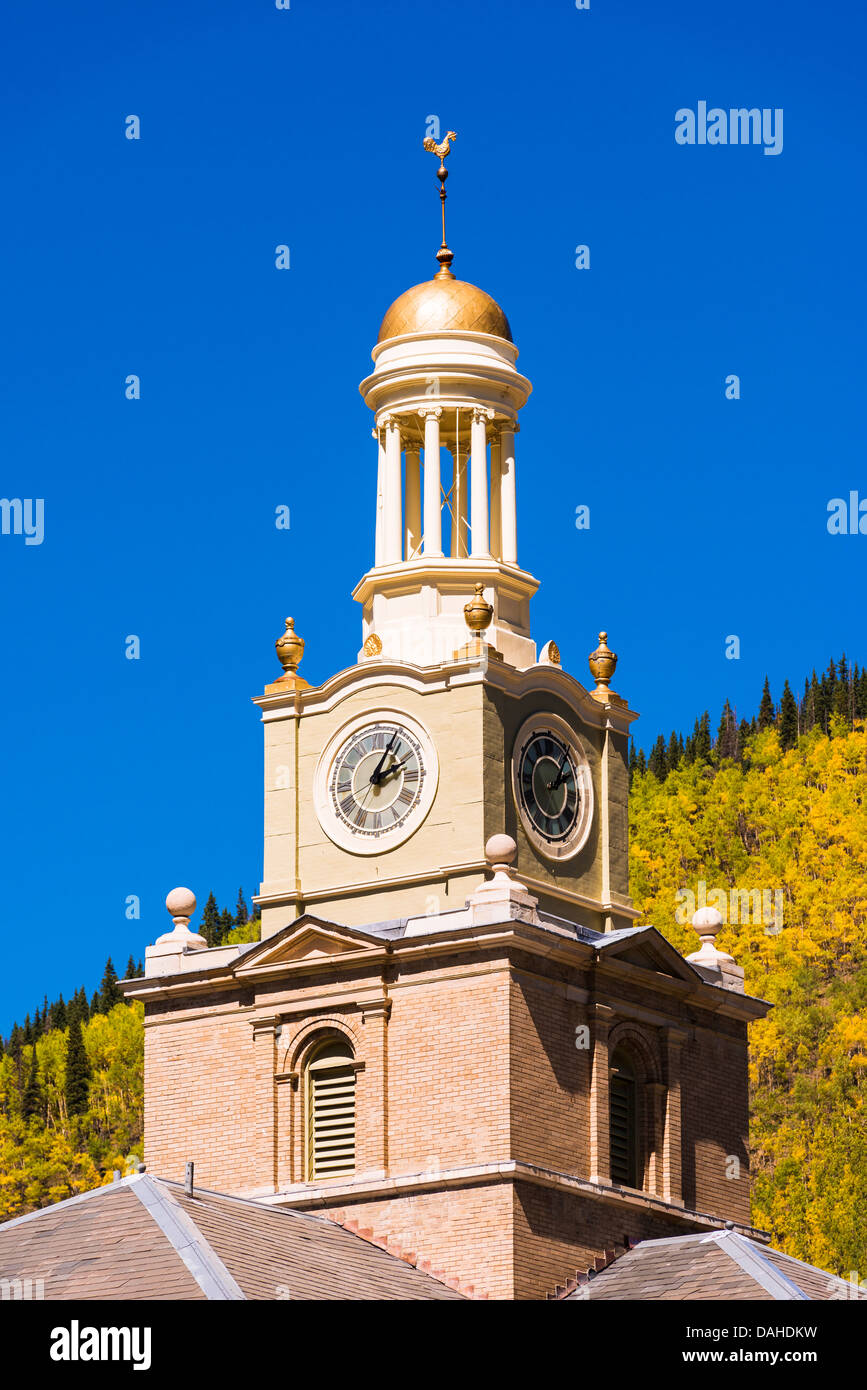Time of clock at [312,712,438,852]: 2:04
